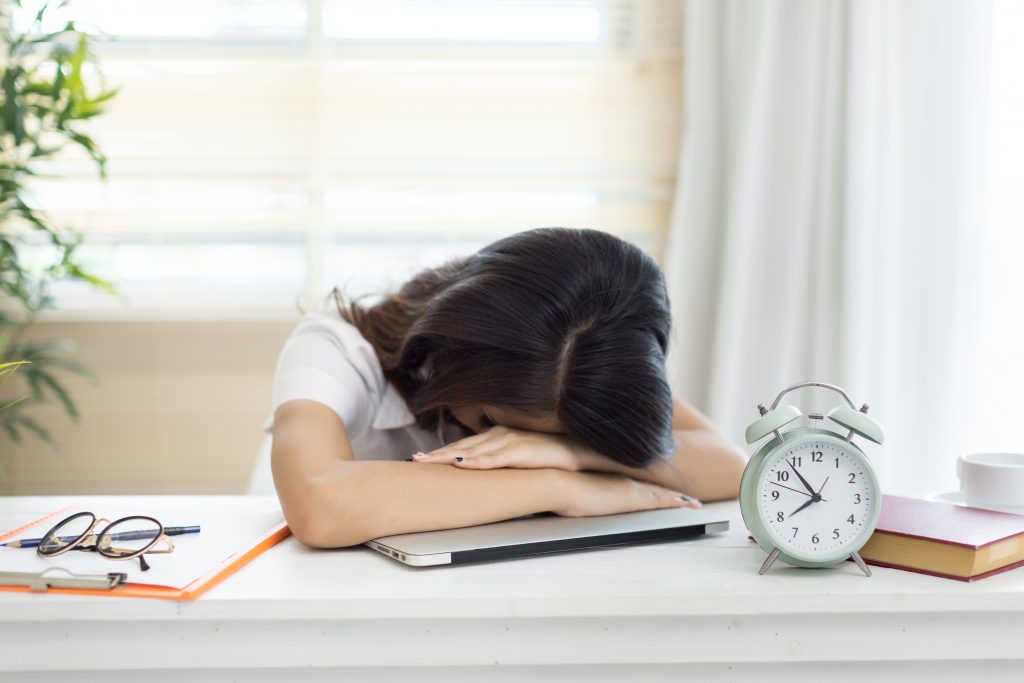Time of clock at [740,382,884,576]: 7:53
